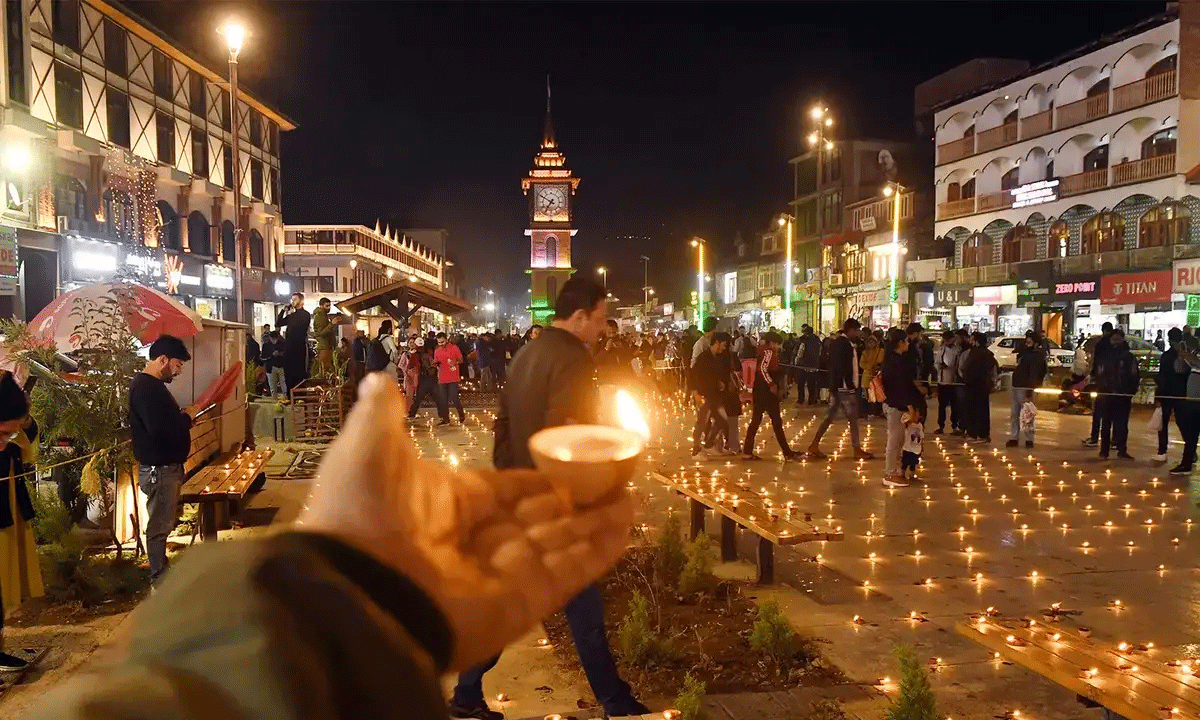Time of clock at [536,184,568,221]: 6:49
